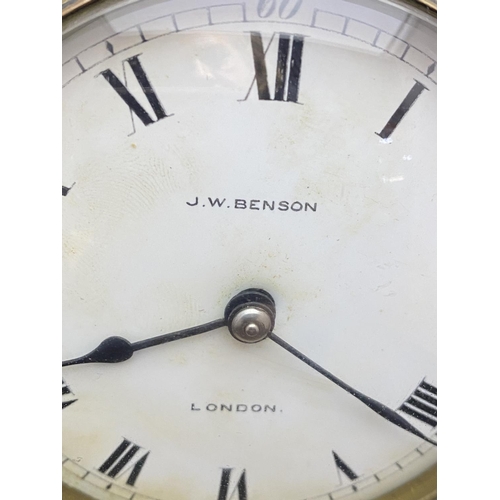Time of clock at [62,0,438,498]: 8:21
